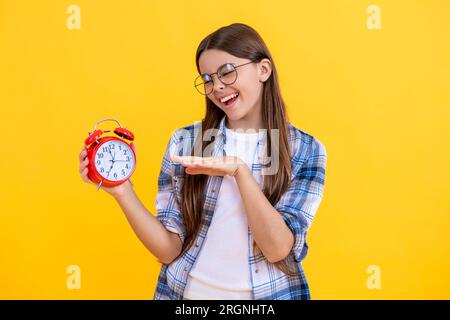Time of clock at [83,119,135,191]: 6:58
